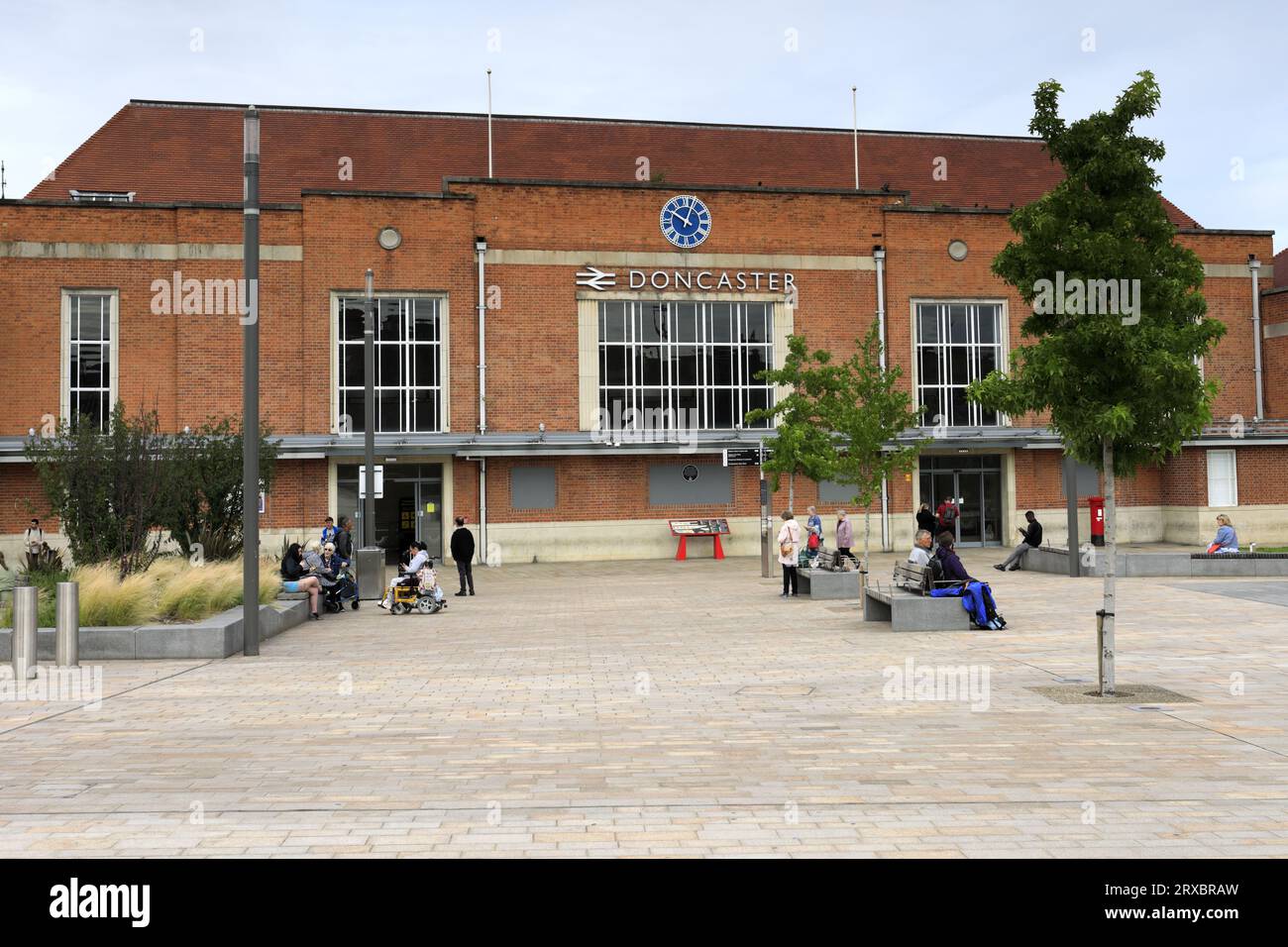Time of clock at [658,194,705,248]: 10:03
